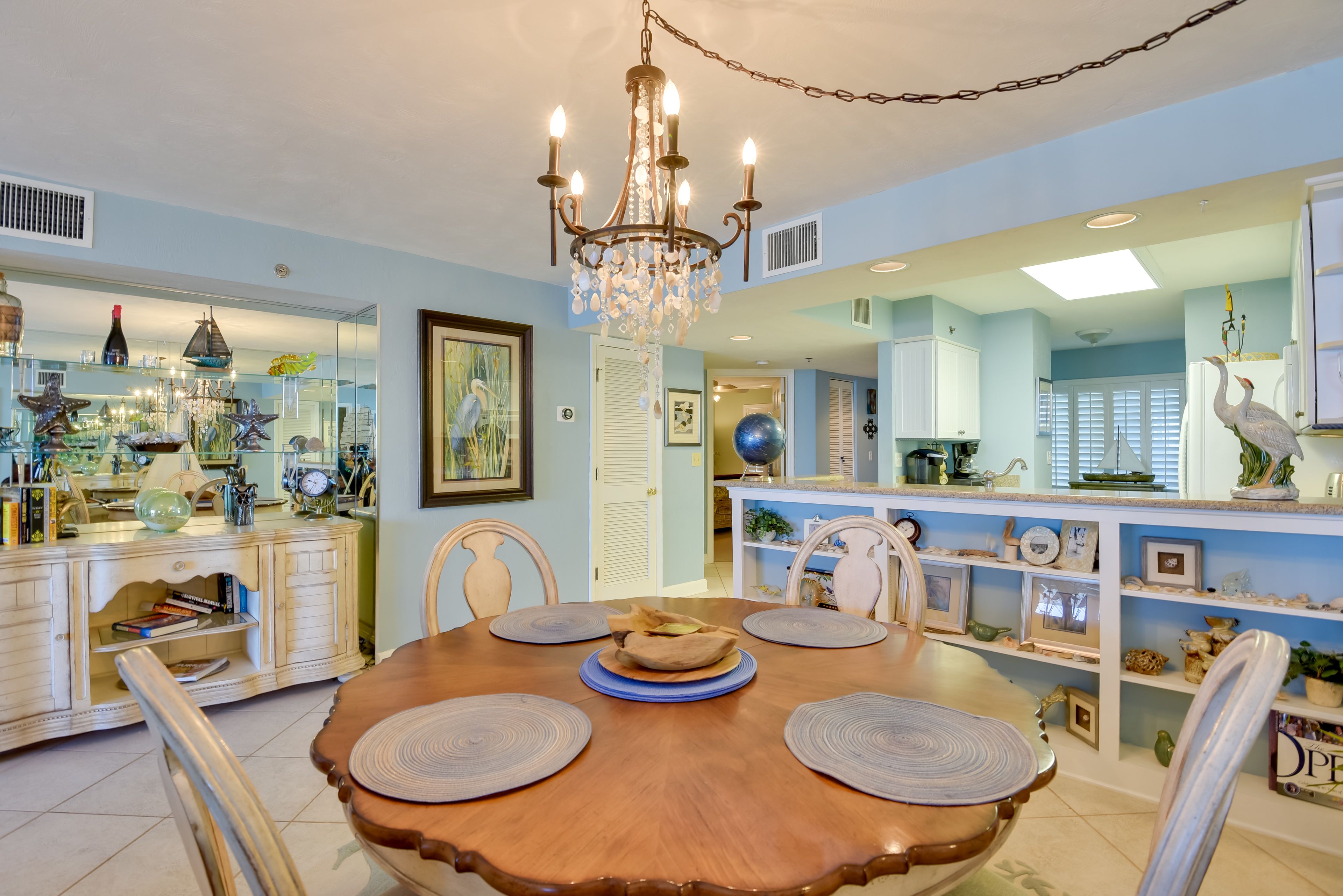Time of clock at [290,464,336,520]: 9:34
